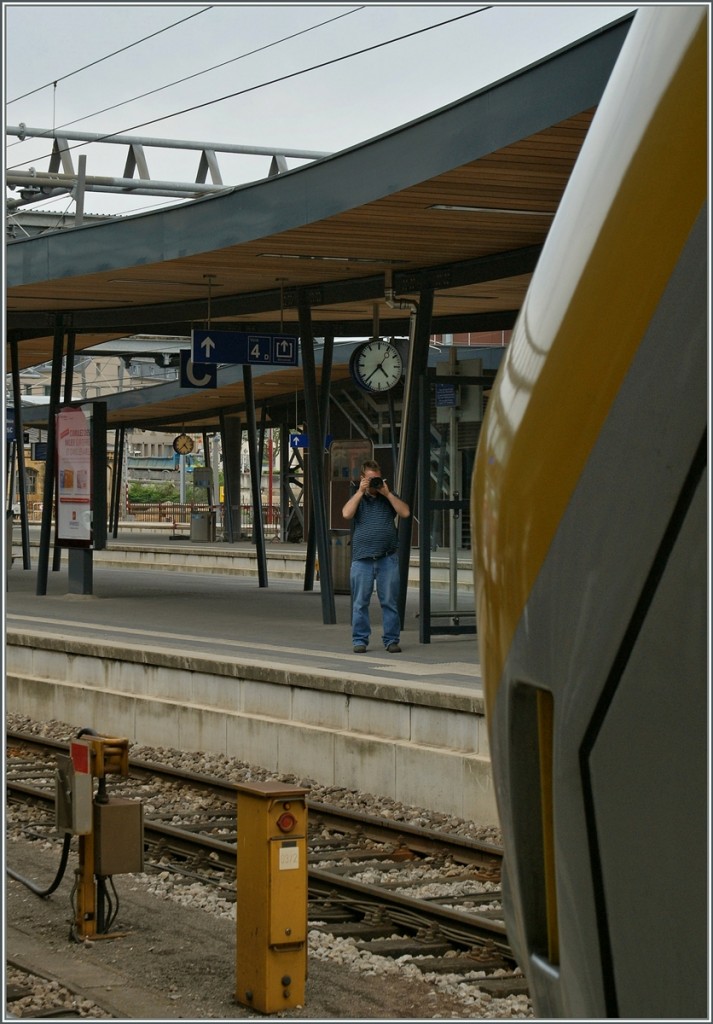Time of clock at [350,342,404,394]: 4:37
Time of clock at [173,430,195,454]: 4:37
